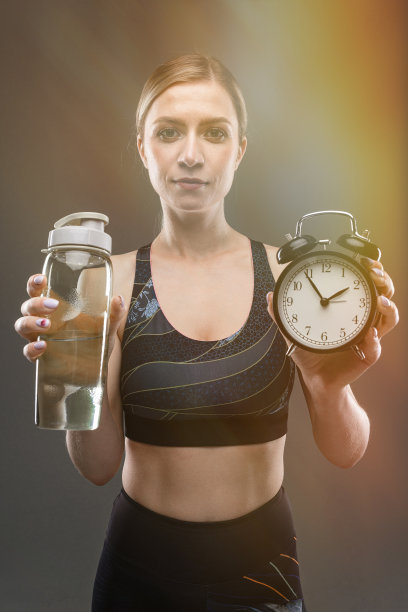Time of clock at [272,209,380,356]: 1:54
